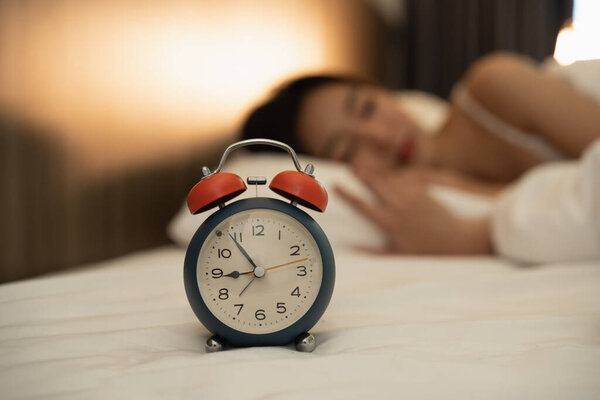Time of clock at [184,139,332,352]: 8:53
